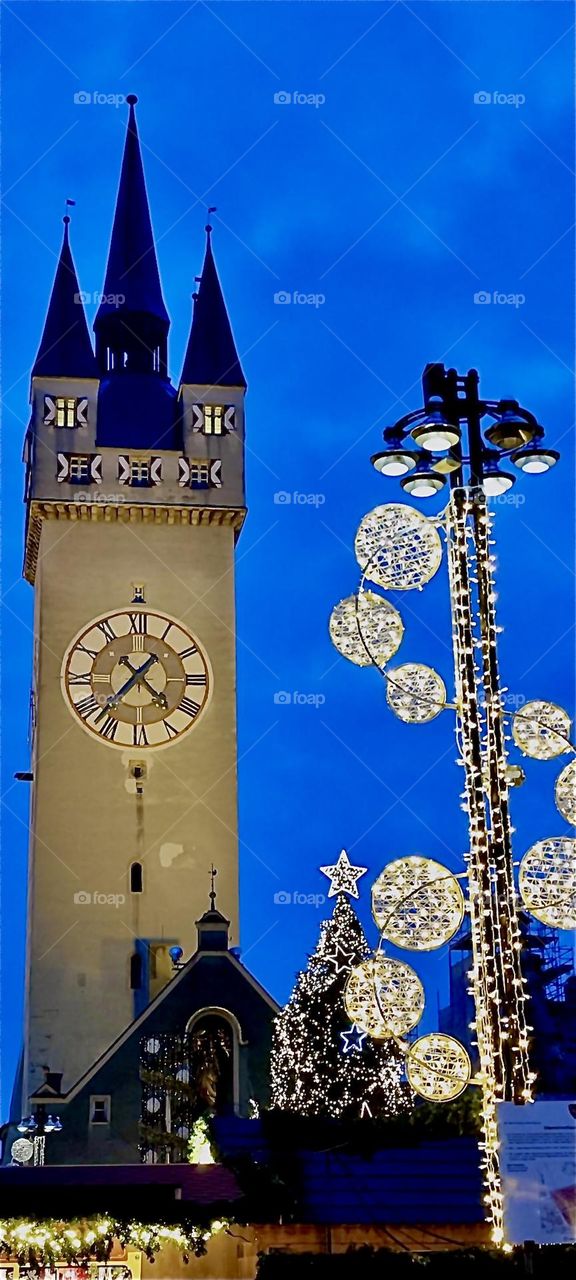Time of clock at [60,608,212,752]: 4:37
